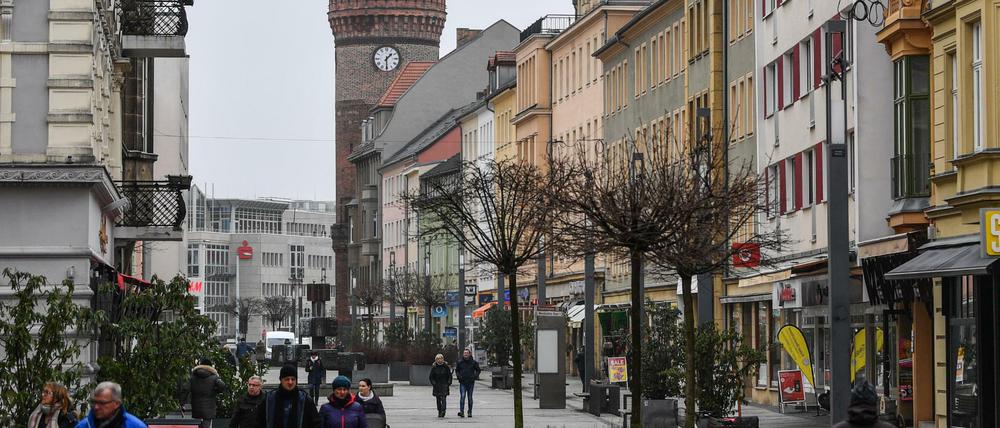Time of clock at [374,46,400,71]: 1:30
